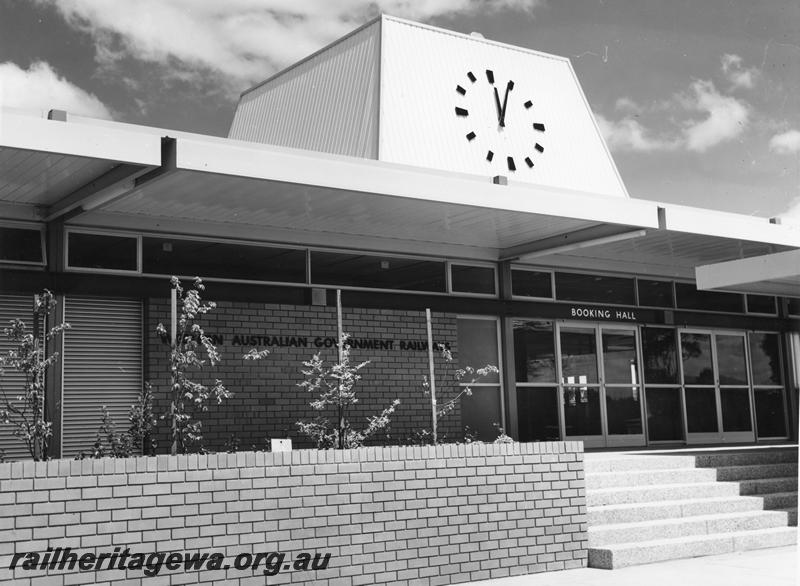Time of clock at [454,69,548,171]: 12:04
